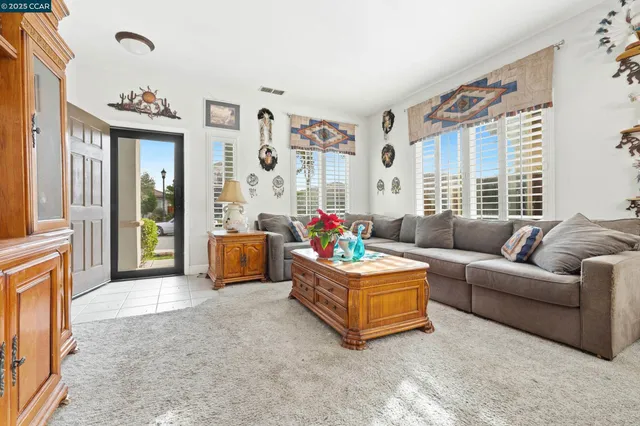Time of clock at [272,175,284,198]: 11:13
